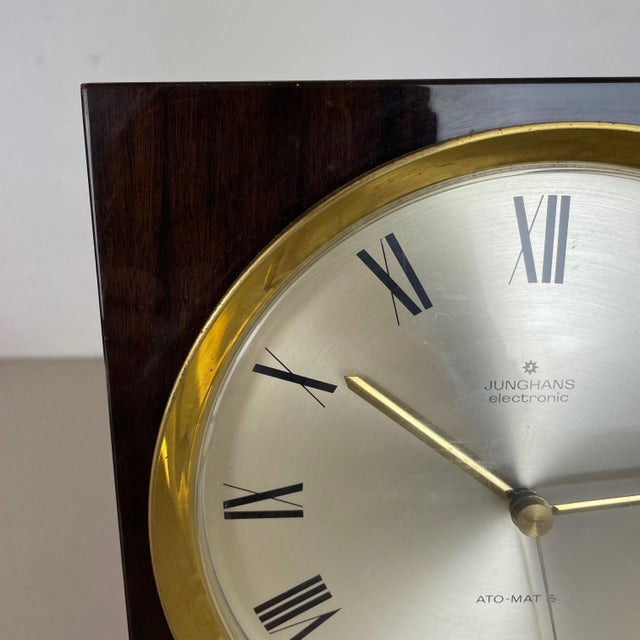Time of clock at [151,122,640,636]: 2:50
